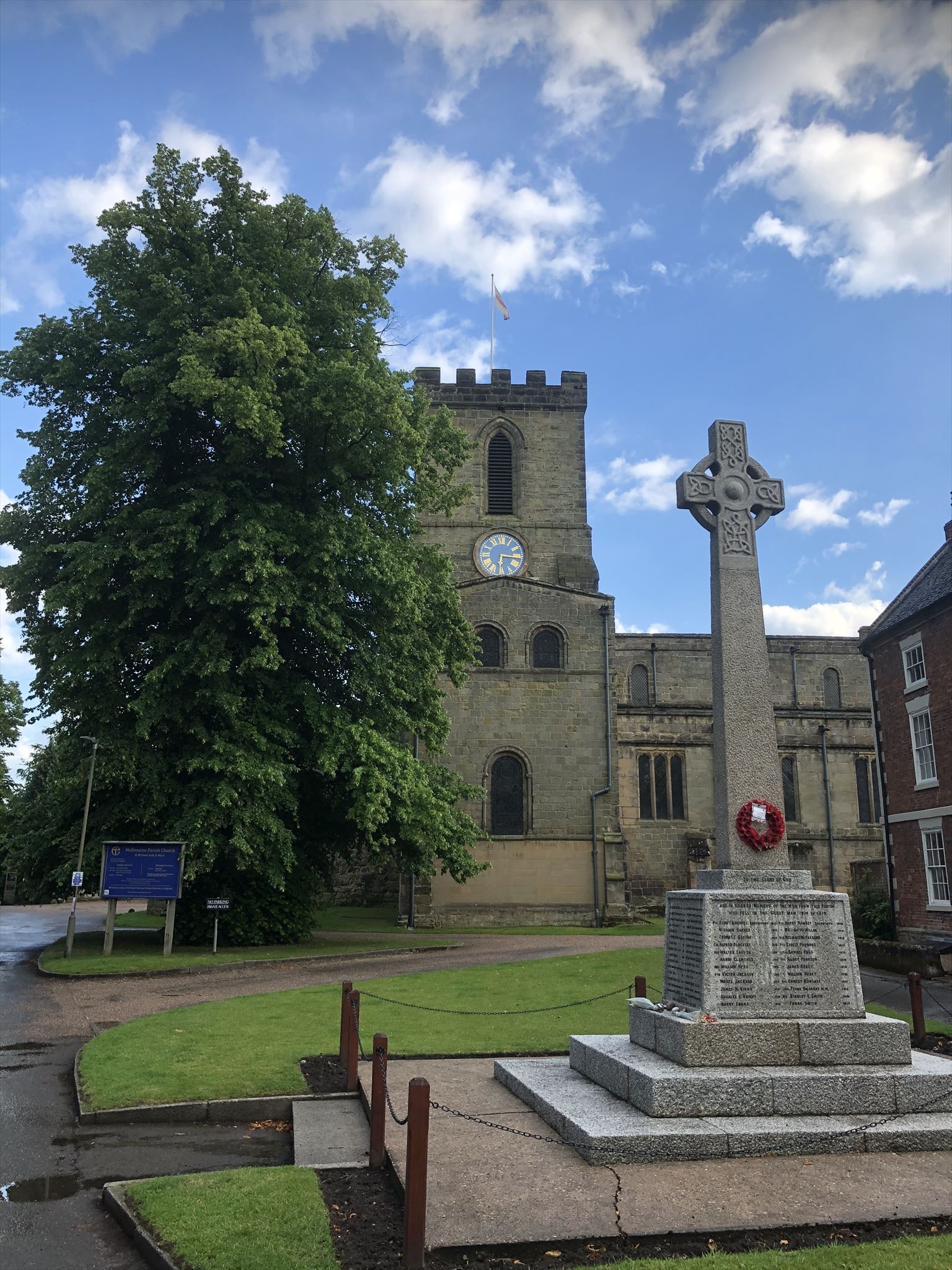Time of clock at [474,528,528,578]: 6:15
